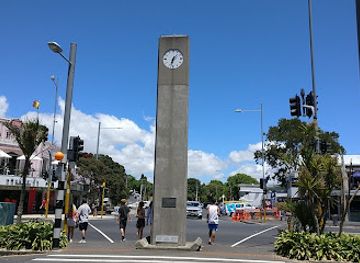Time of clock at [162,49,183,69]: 6:32
